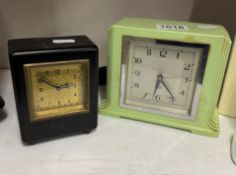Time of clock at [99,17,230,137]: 6:23
